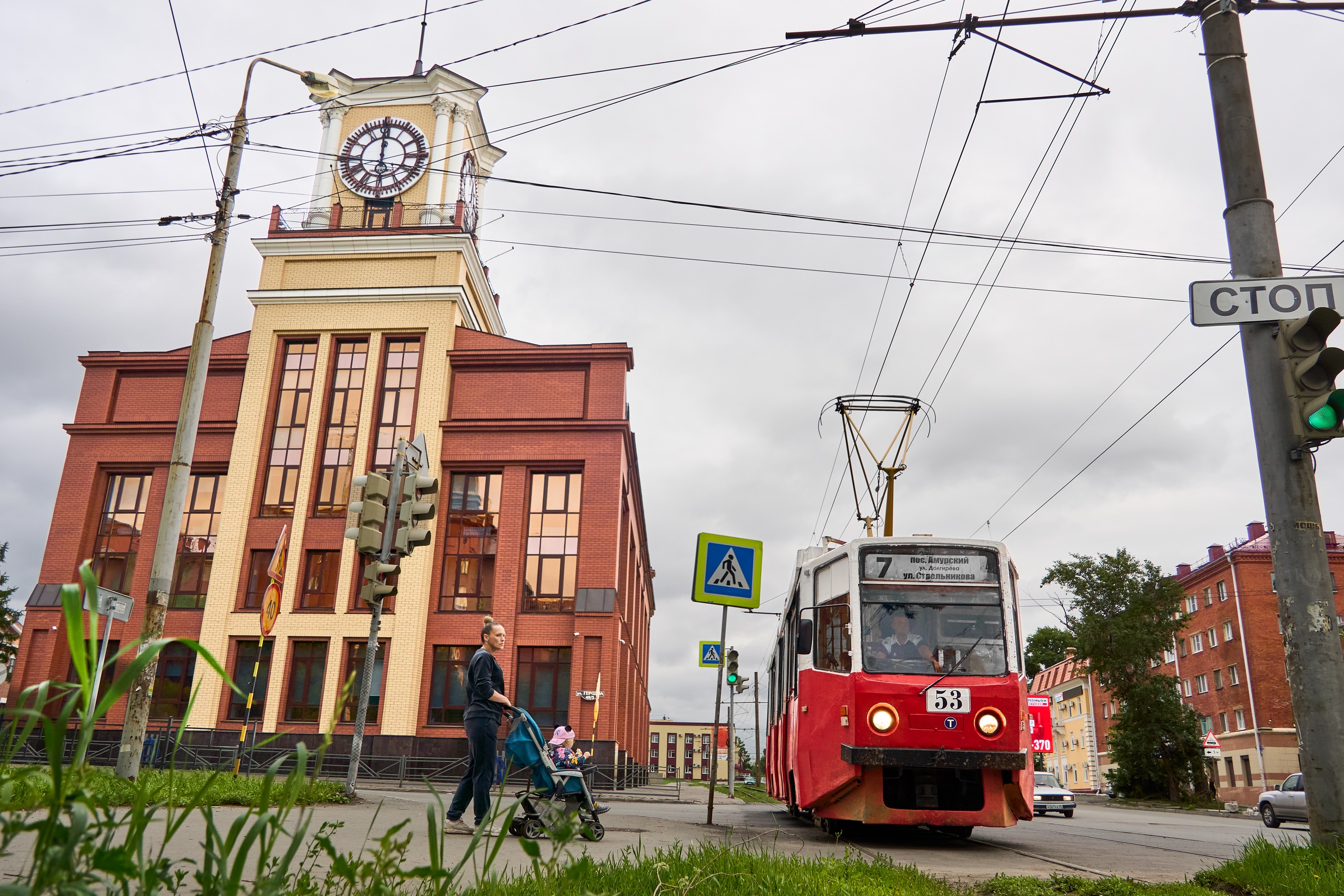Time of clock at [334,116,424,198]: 11:59
